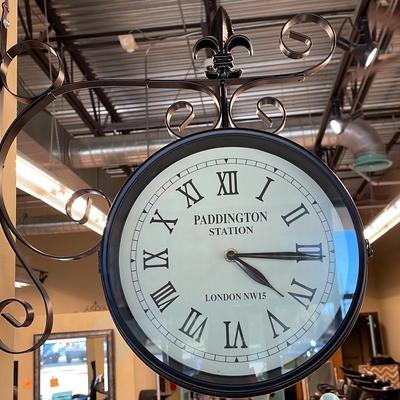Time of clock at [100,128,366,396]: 4:15
